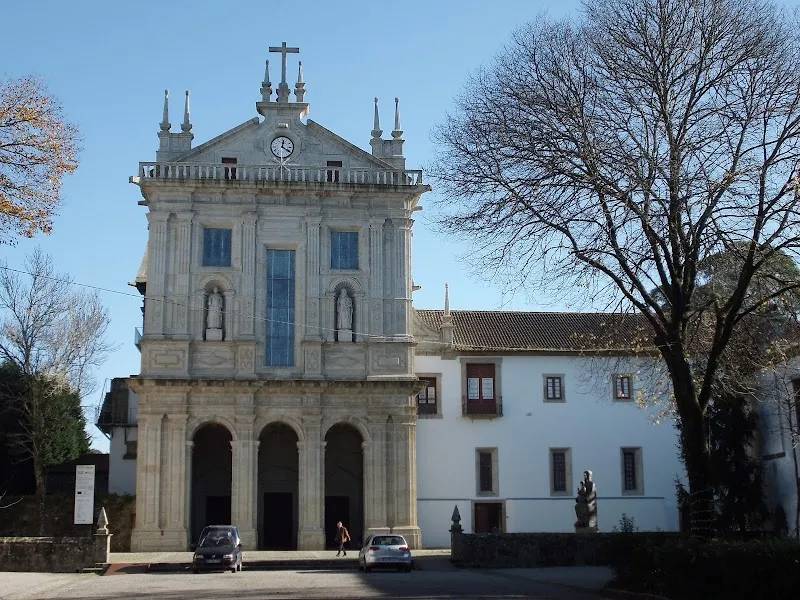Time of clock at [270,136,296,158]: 12:20
